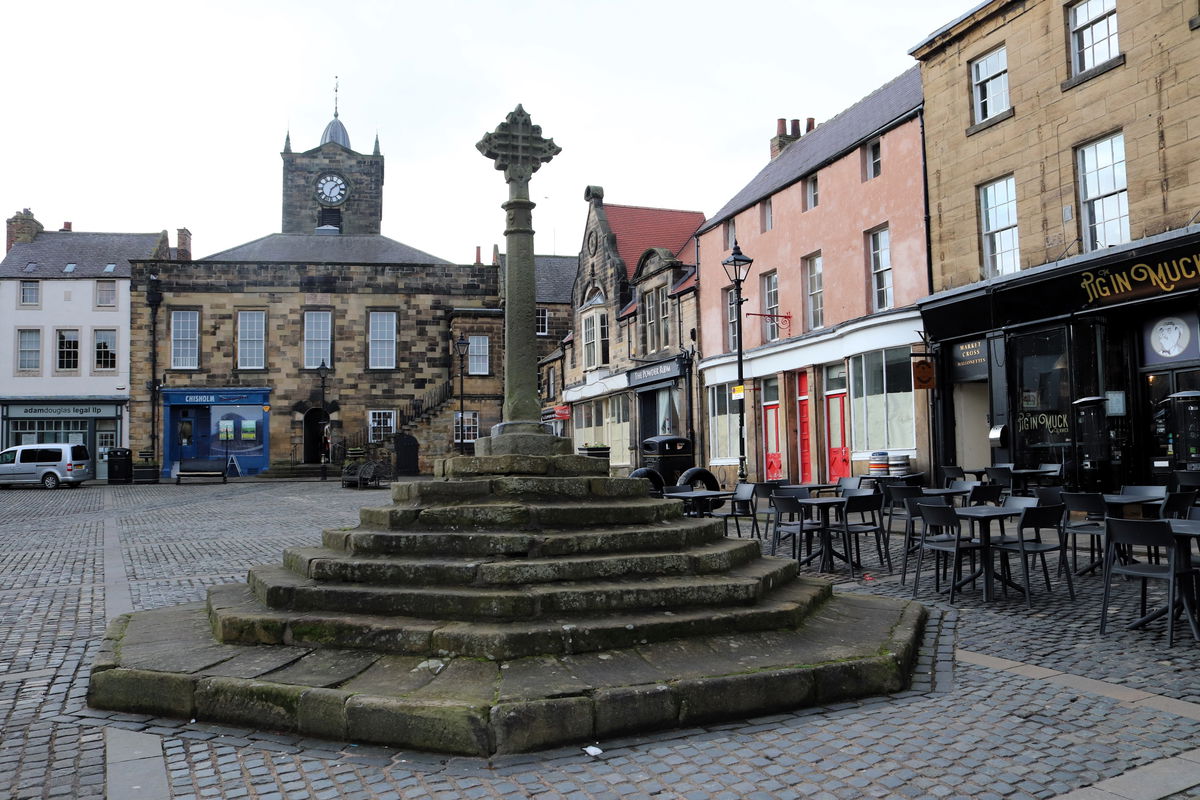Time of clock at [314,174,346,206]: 1:32
